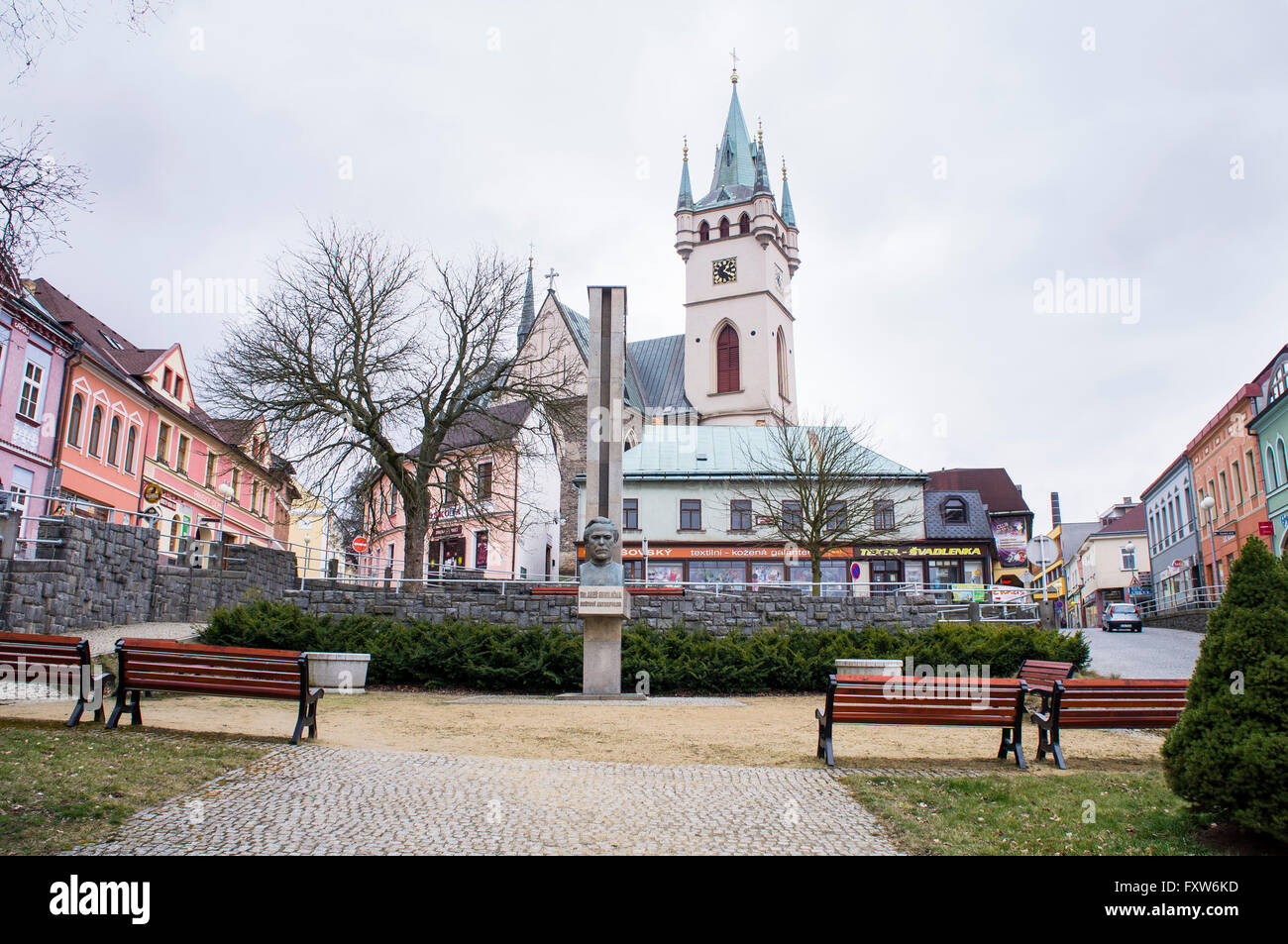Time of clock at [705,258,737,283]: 1:20
